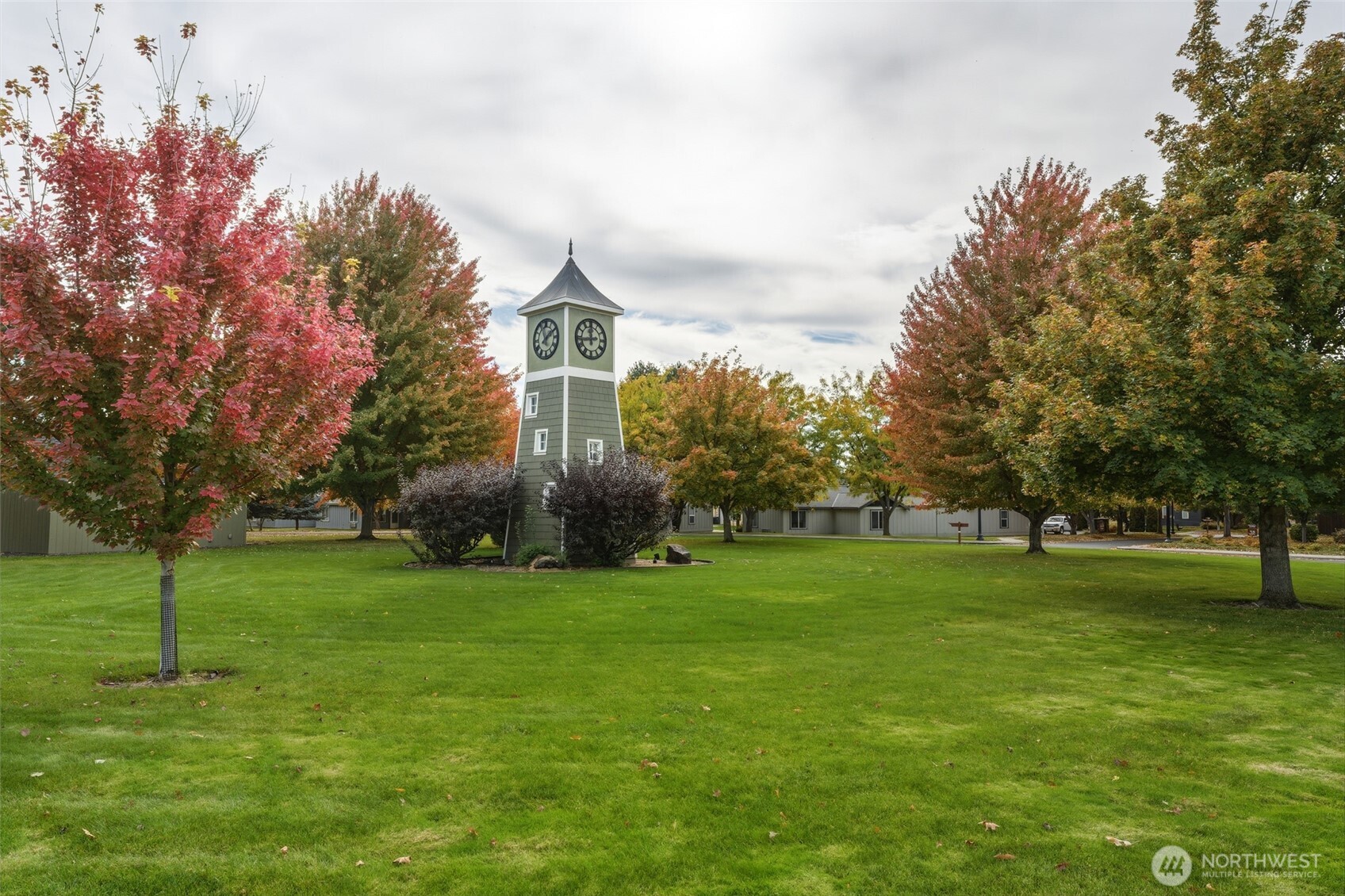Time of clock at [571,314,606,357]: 11:43
